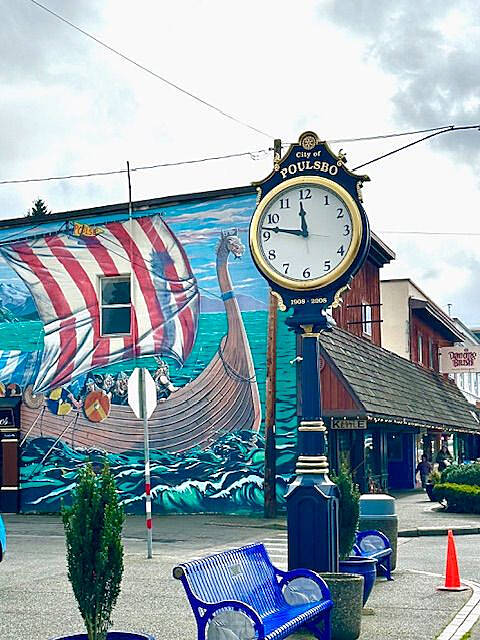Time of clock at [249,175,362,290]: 11:46
